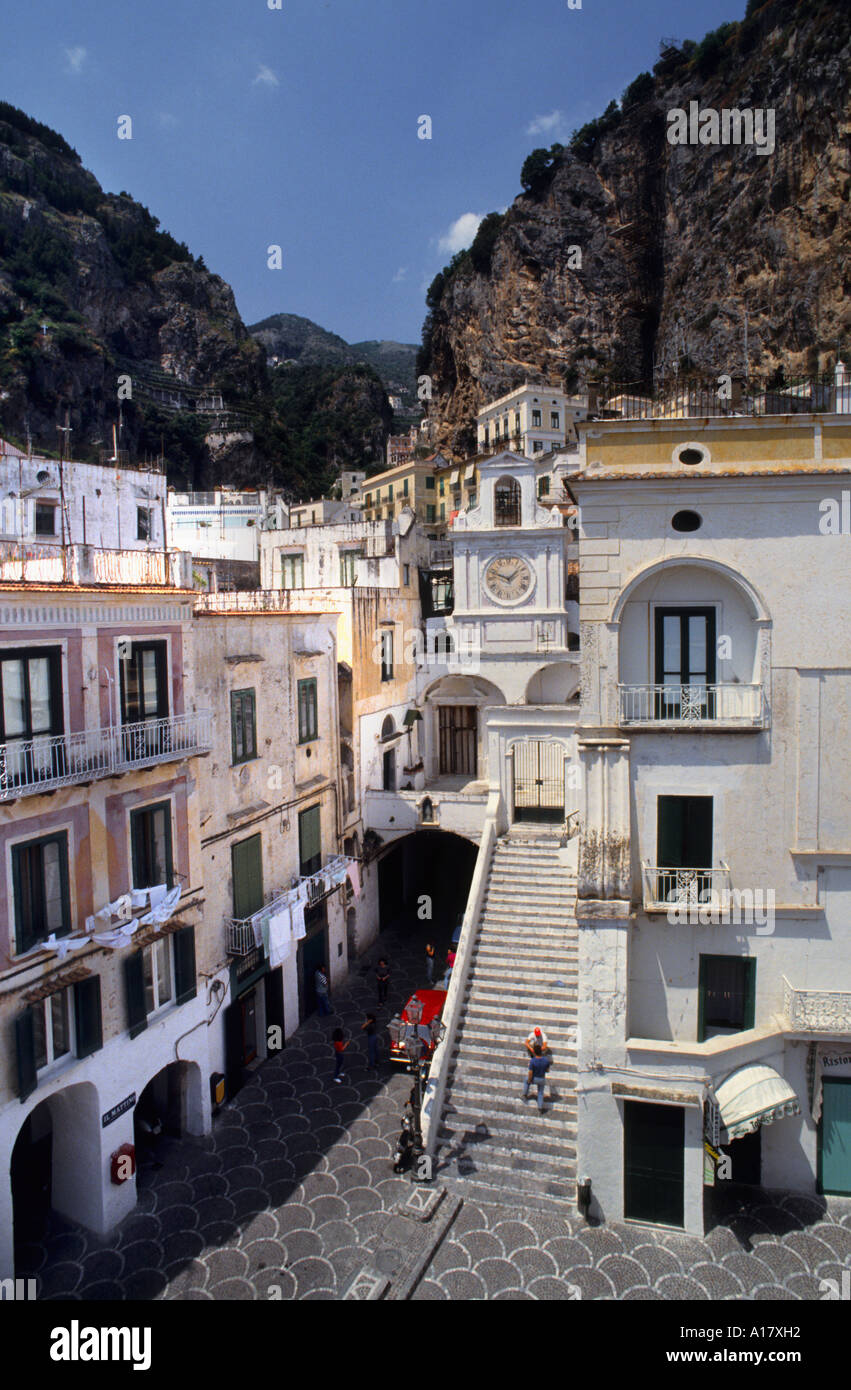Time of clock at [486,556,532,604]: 1:48
